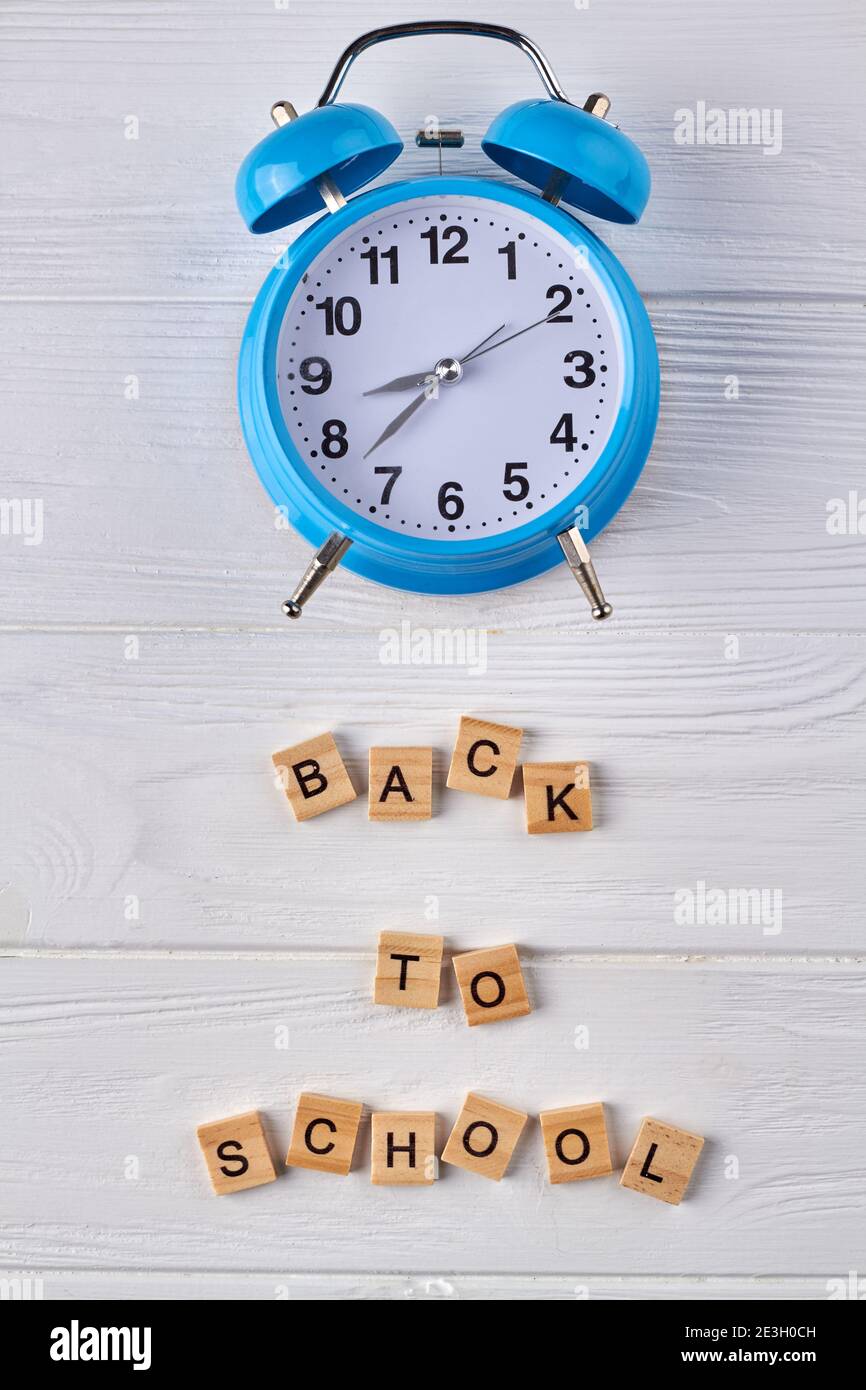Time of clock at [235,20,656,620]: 8:37
